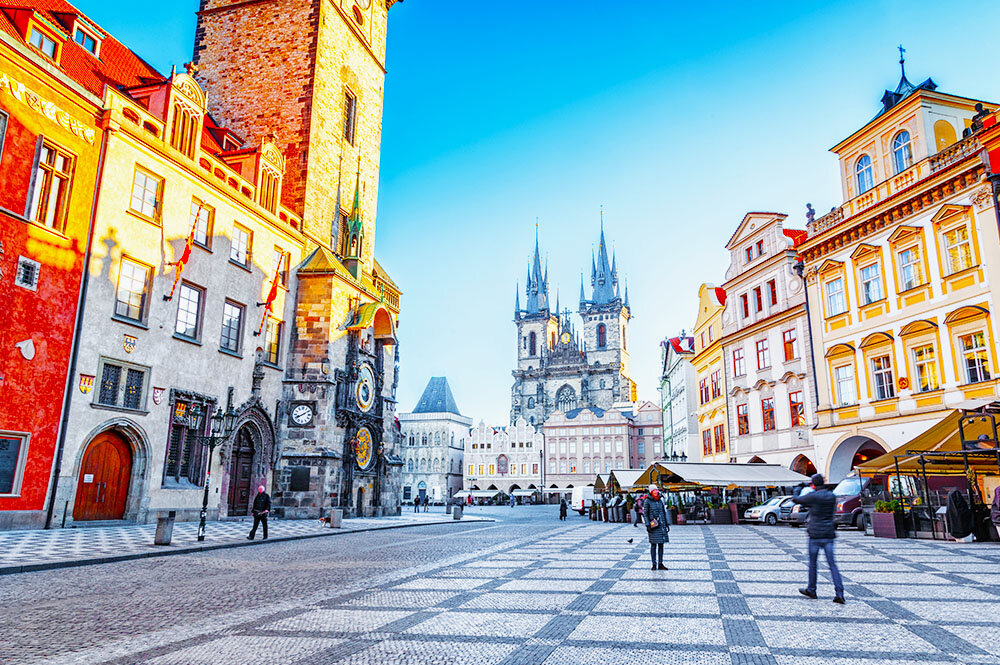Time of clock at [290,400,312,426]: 8:09
